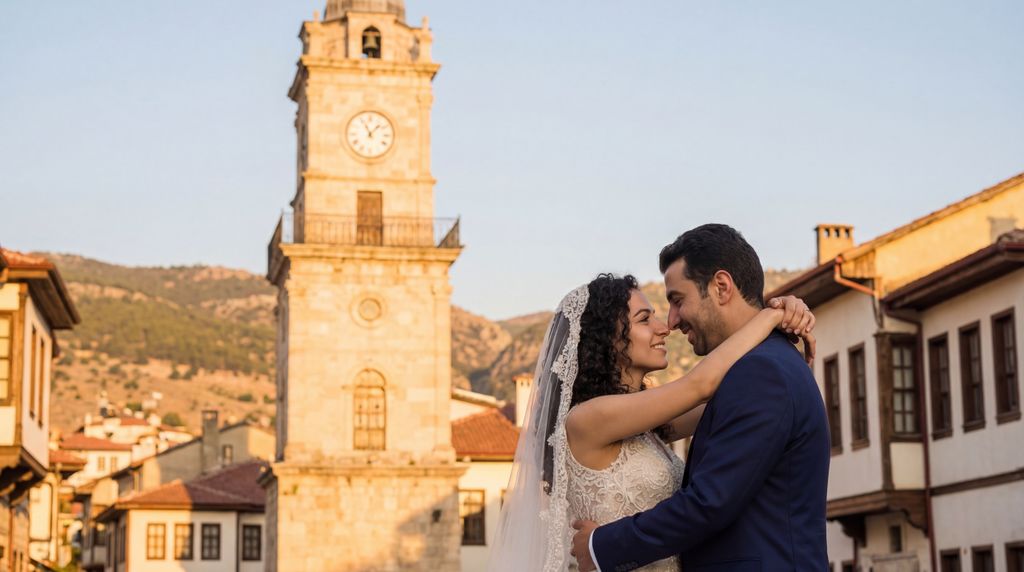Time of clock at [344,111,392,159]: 11:07
